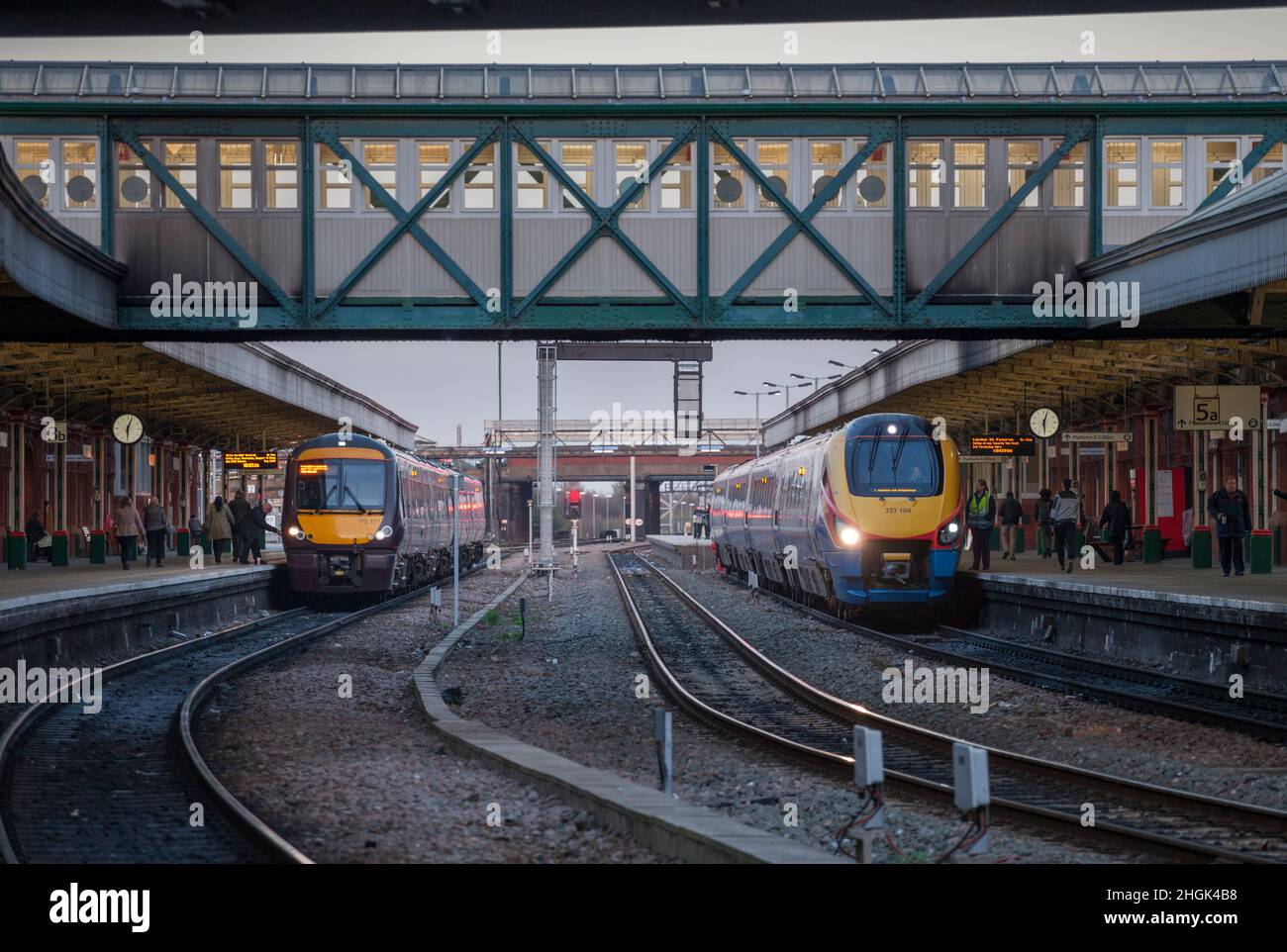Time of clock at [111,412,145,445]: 6:03
